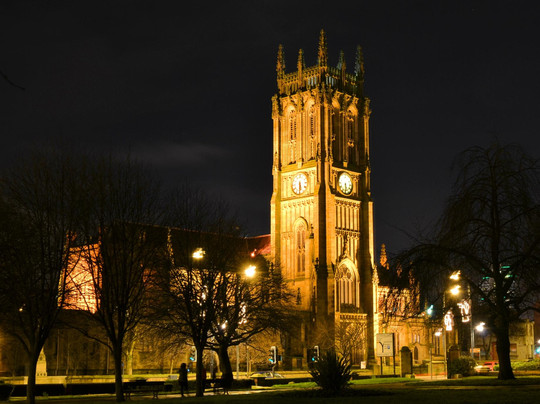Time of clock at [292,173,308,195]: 5:30
